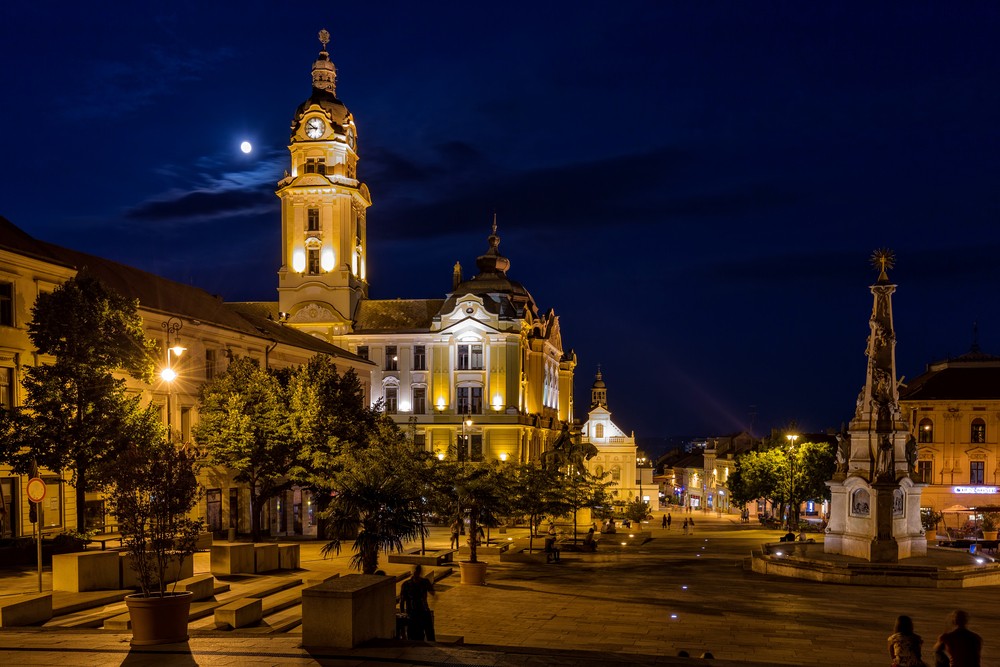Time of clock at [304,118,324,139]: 8:51
